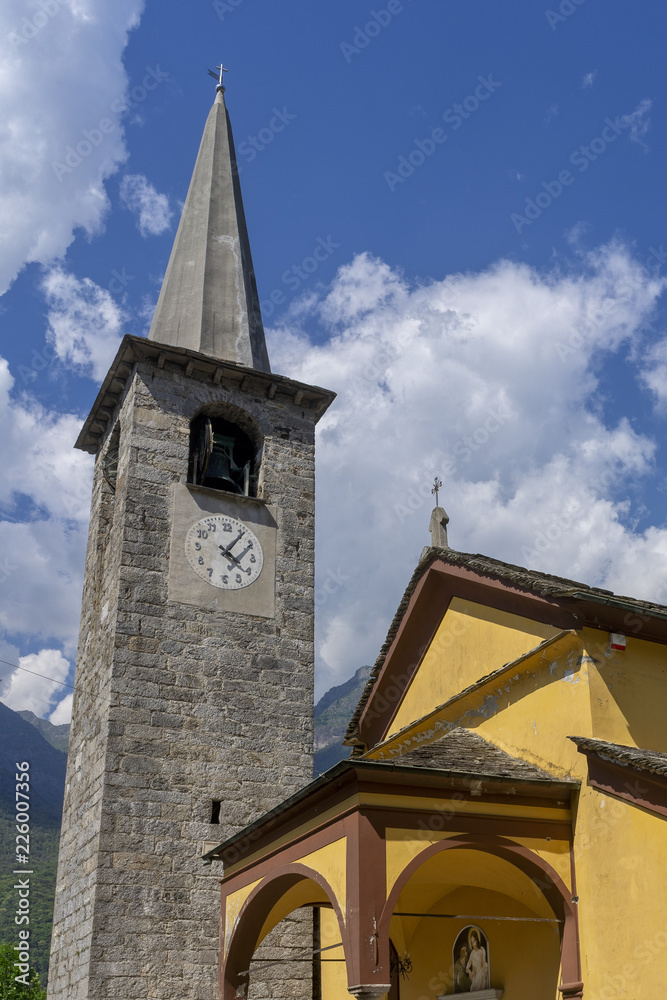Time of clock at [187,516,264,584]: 4:05
